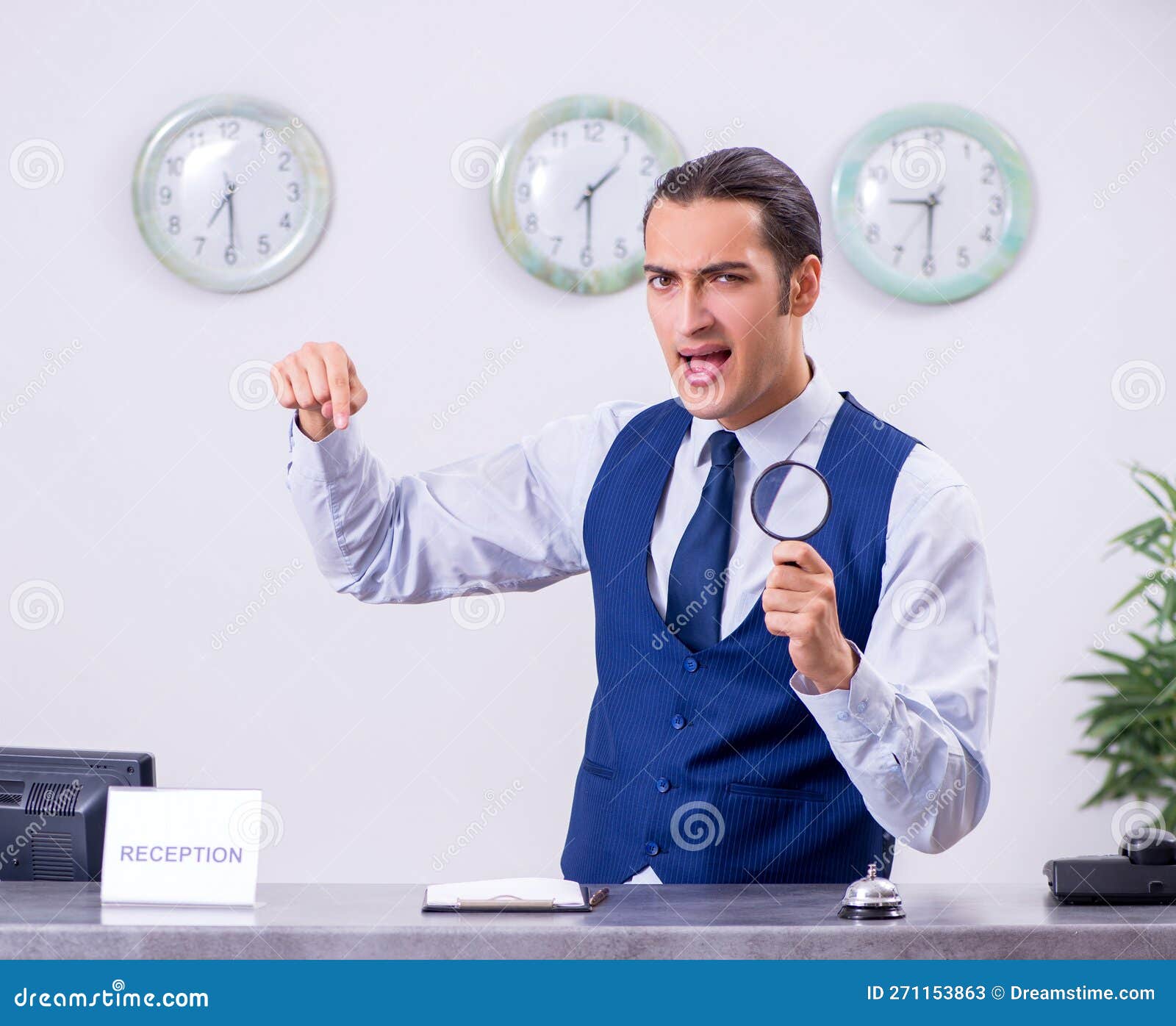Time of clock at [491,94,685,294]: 1:29
